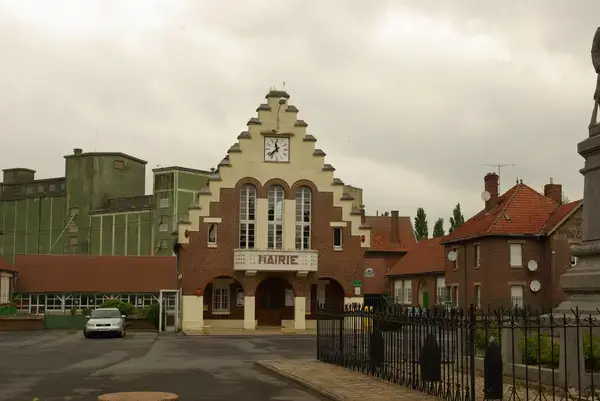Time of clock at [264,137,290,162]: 11:37
